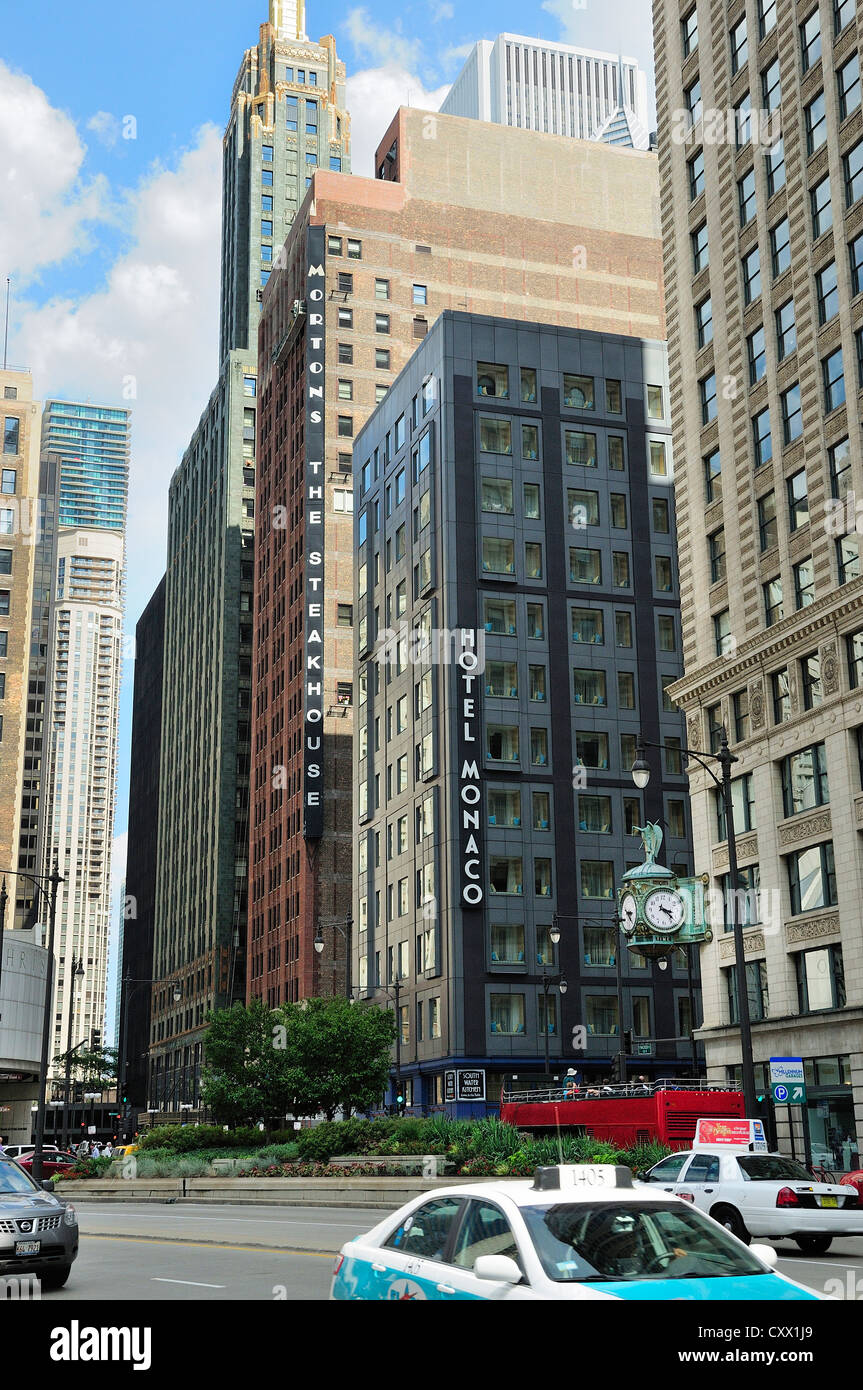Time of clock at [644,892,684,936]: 3:22
